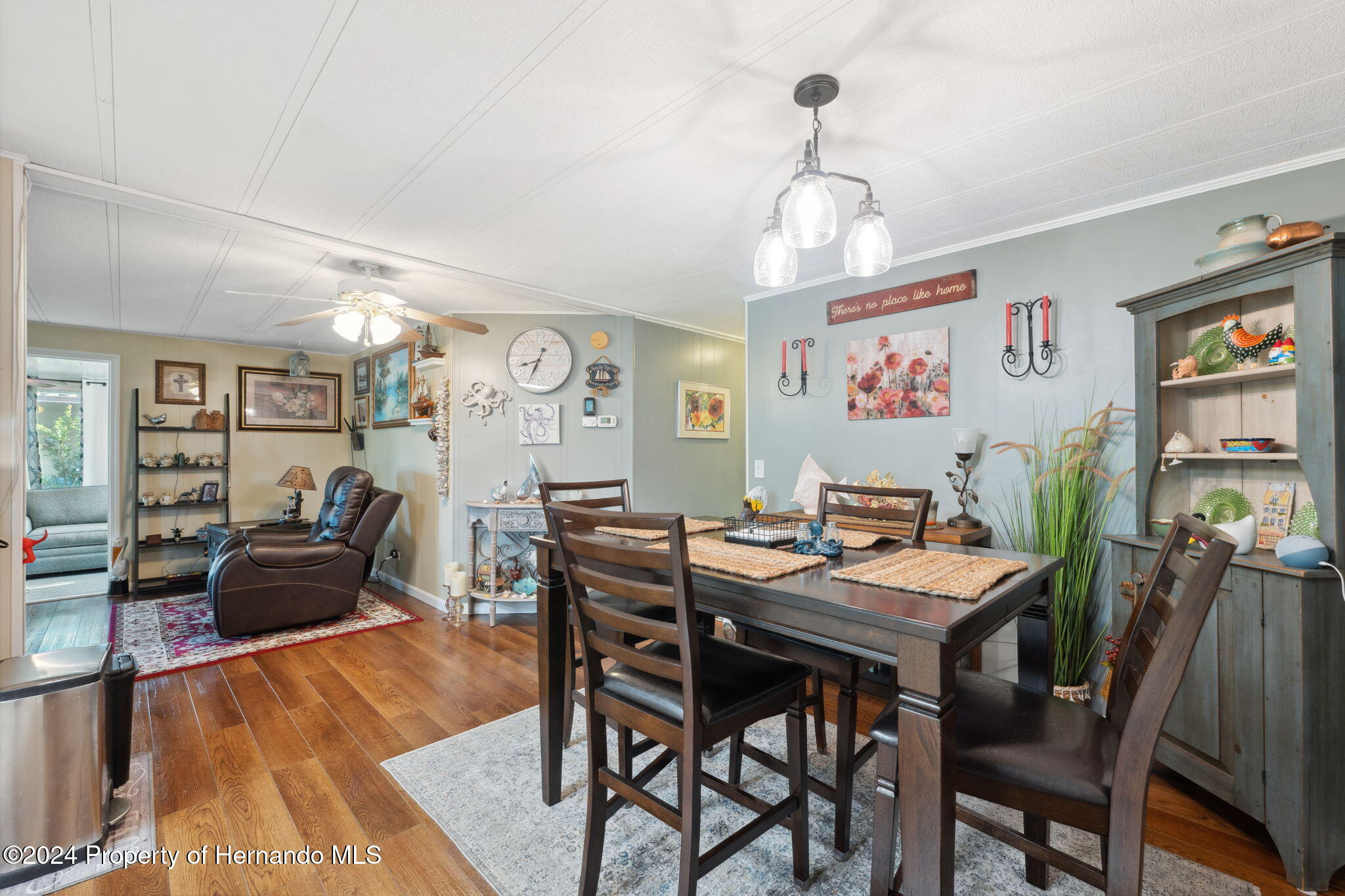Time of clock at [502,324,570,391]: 8:34
